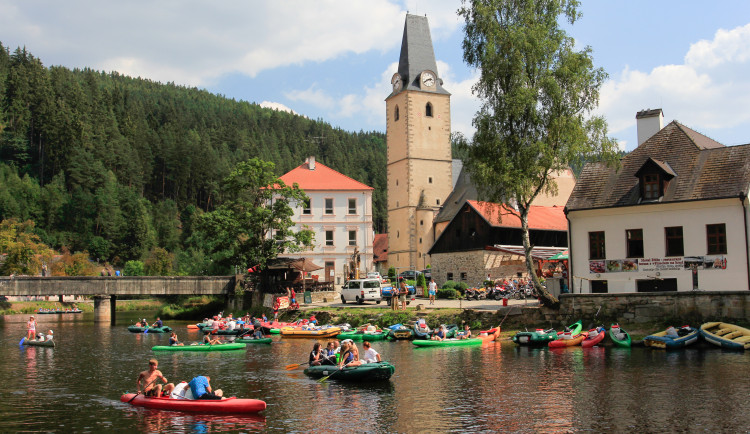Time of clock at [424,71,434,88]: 2:40
